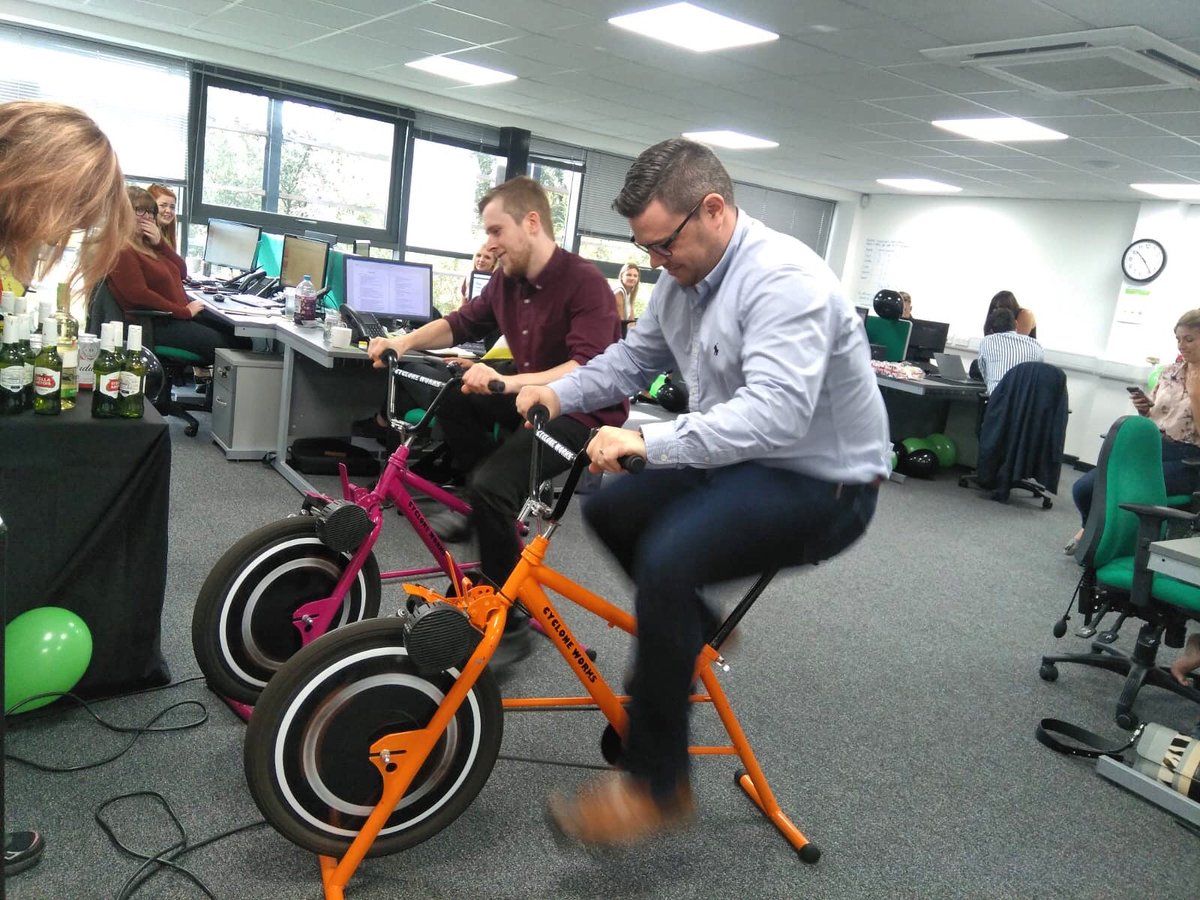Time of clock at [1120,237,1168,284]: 10:23
